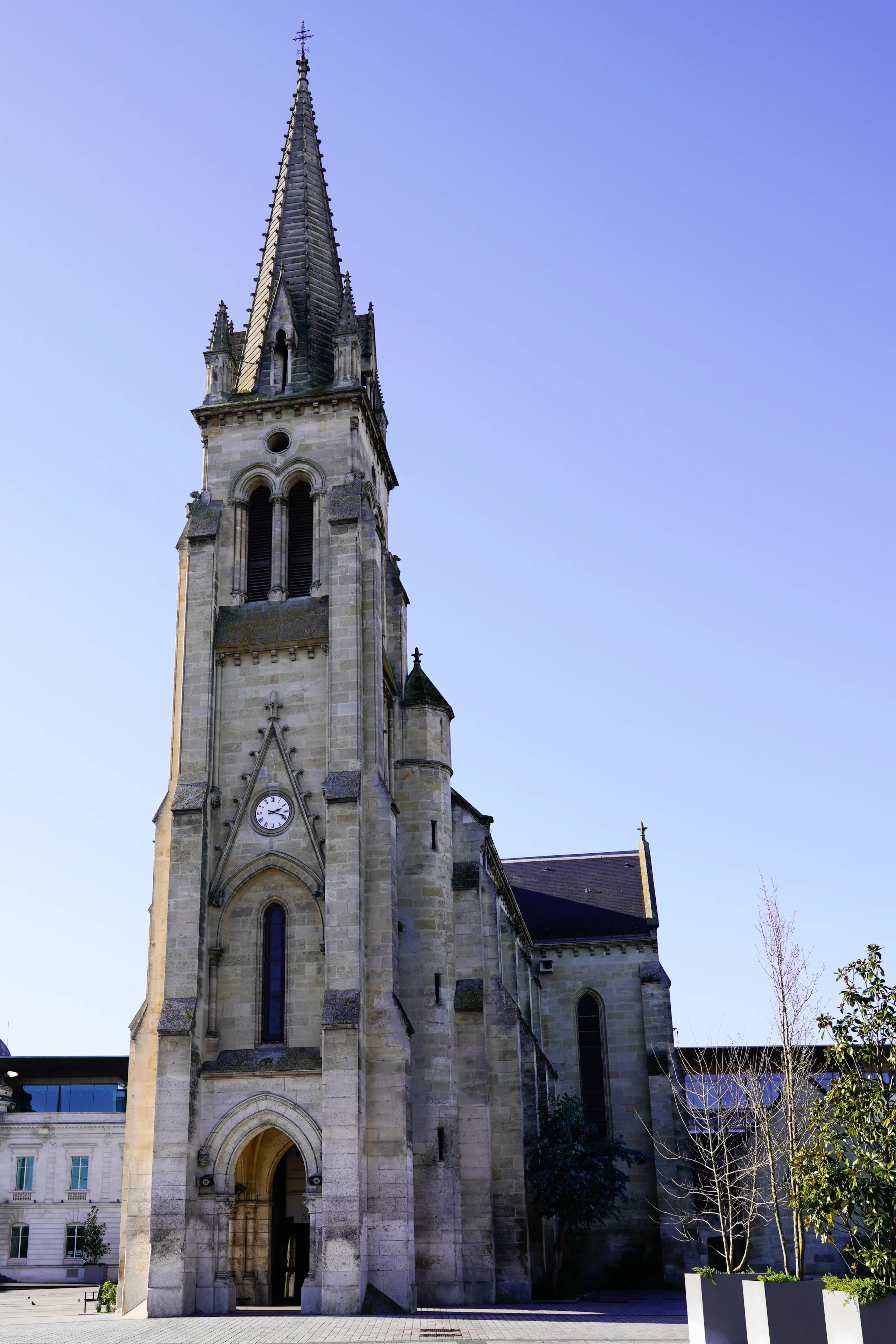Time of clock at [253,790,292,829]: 2:18
